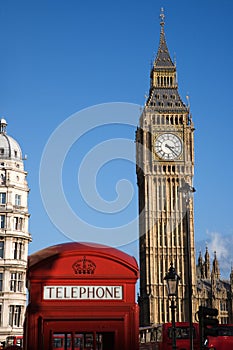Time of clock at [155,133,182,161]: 3:22
